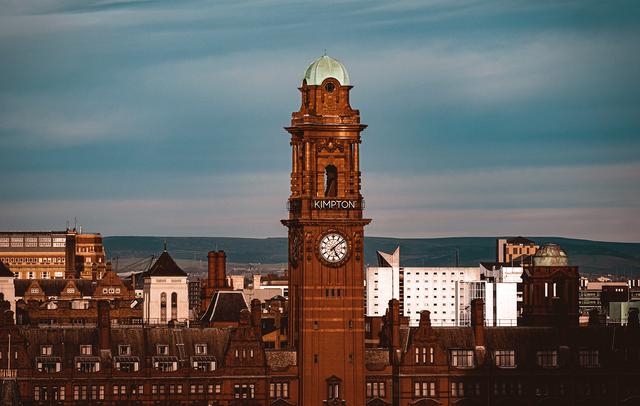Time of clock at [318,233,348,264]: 5:08
